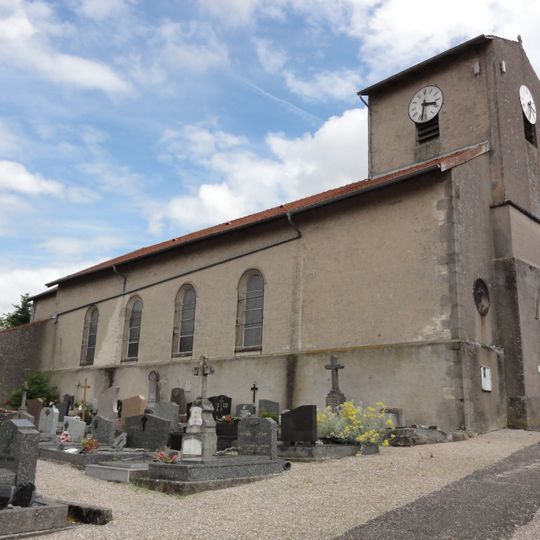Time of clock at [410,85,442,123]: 3:32
